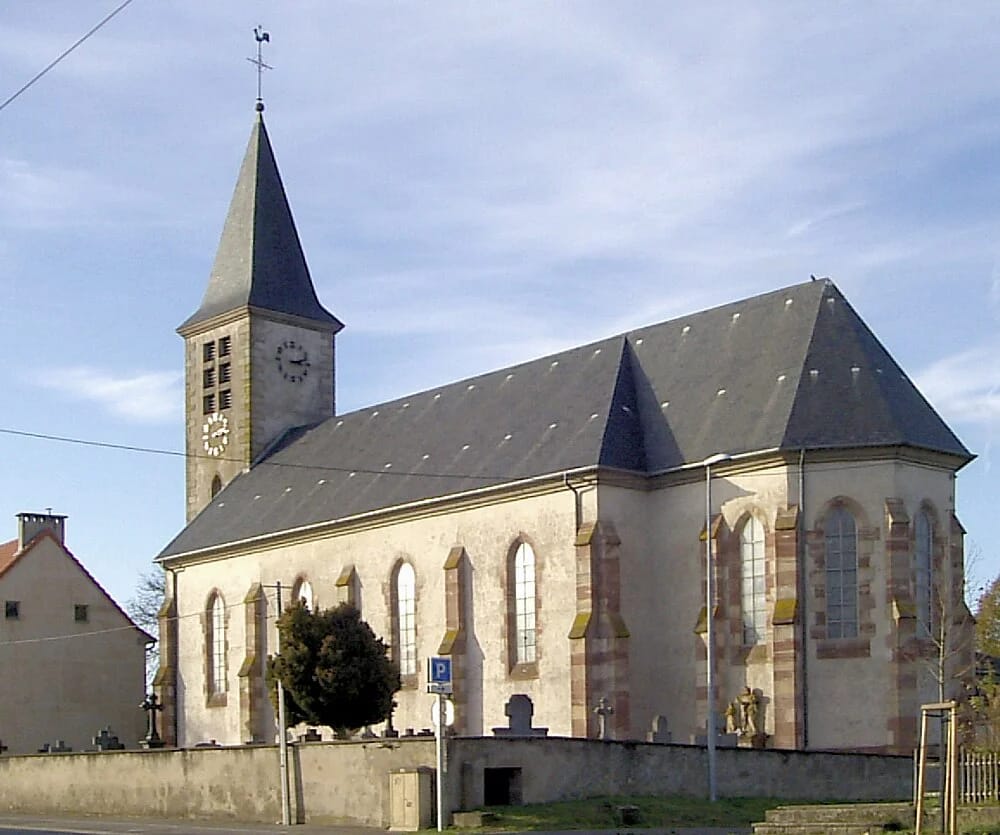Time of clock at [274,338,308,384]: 3:12
